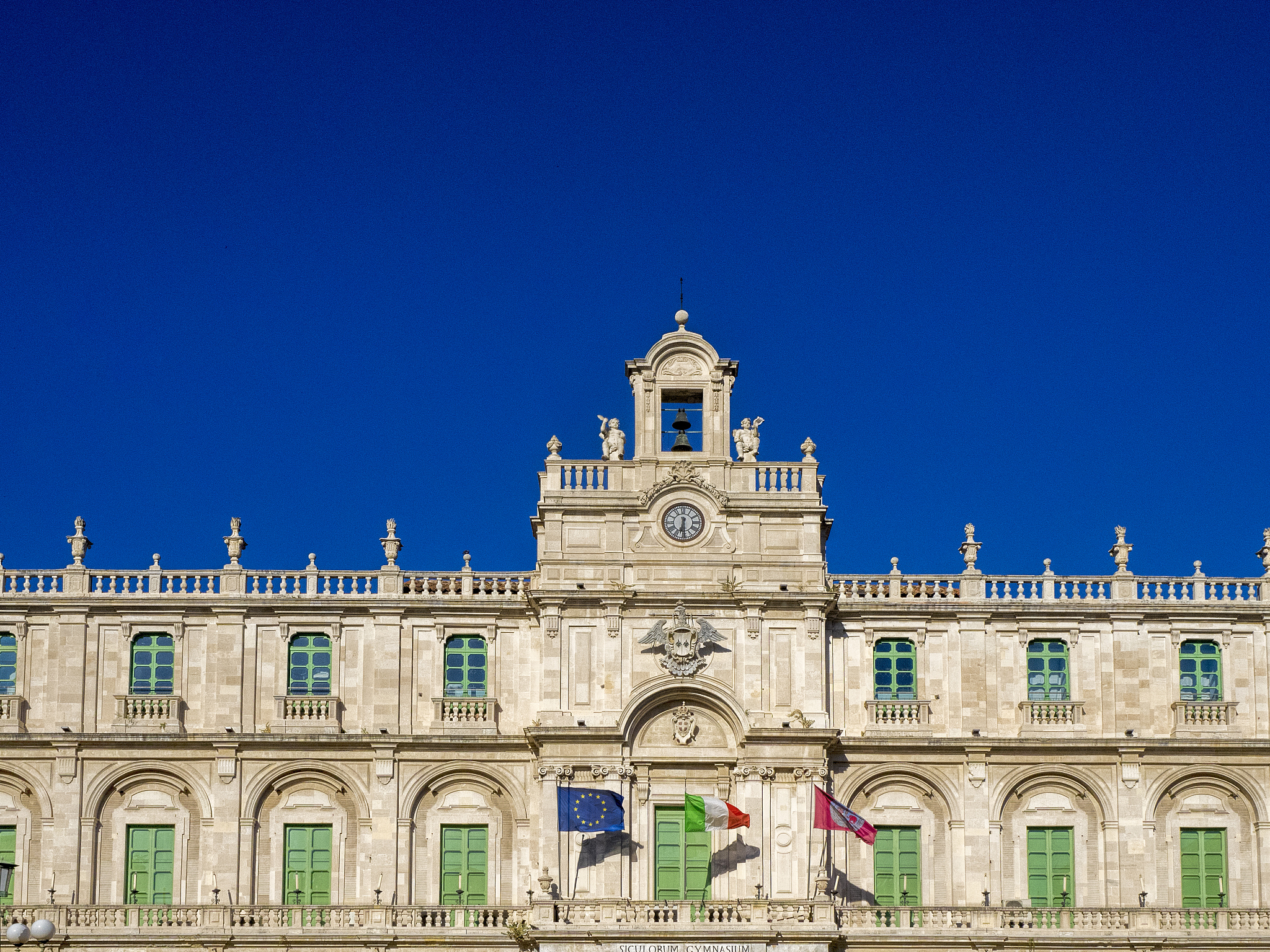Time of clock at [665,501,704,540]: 6:29
